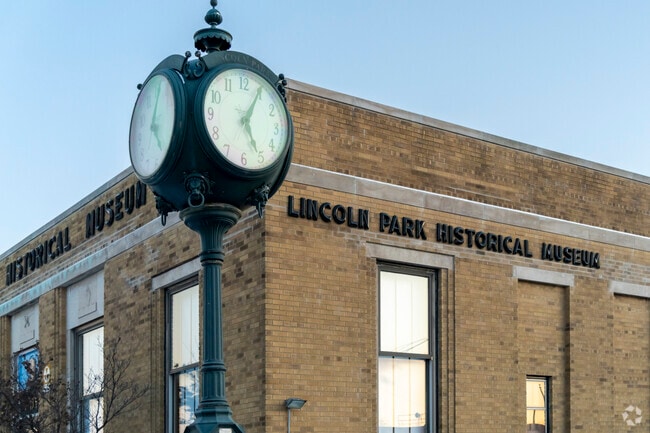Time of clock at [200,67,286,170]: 5:04
